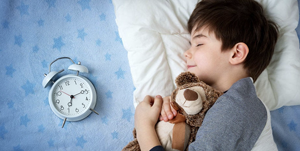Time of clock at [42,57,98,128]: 7:14
